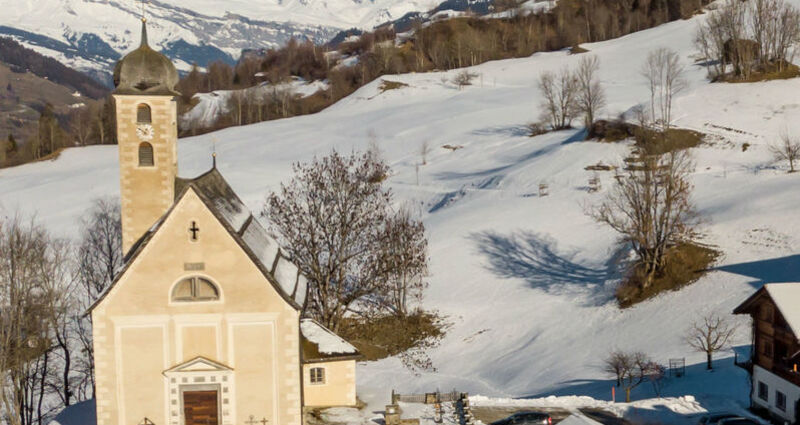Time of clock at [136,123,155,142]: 12:52
